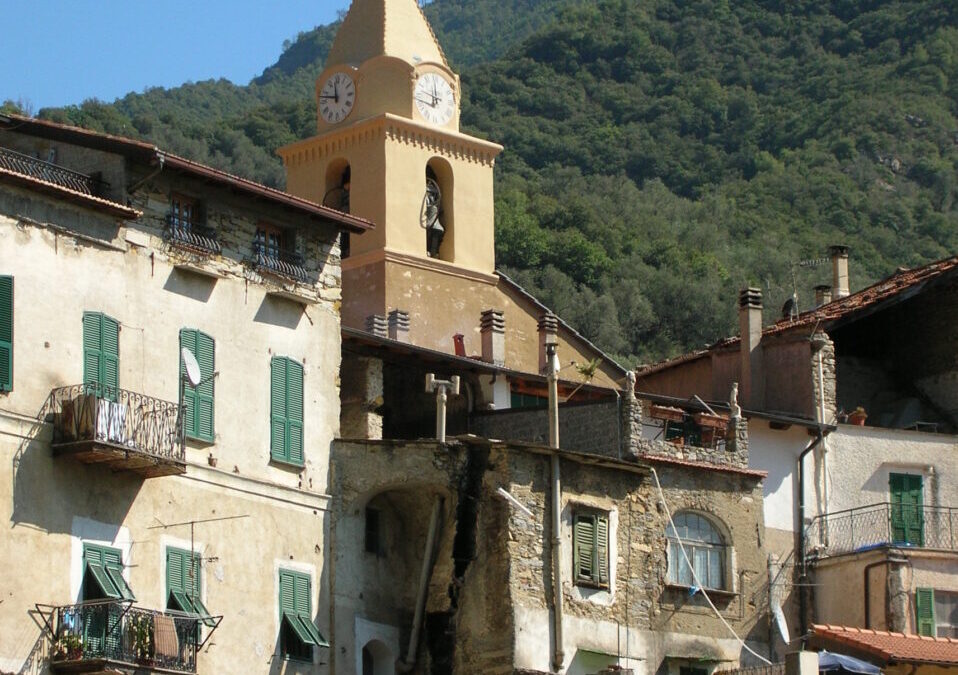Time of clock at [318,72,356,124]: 11:47
